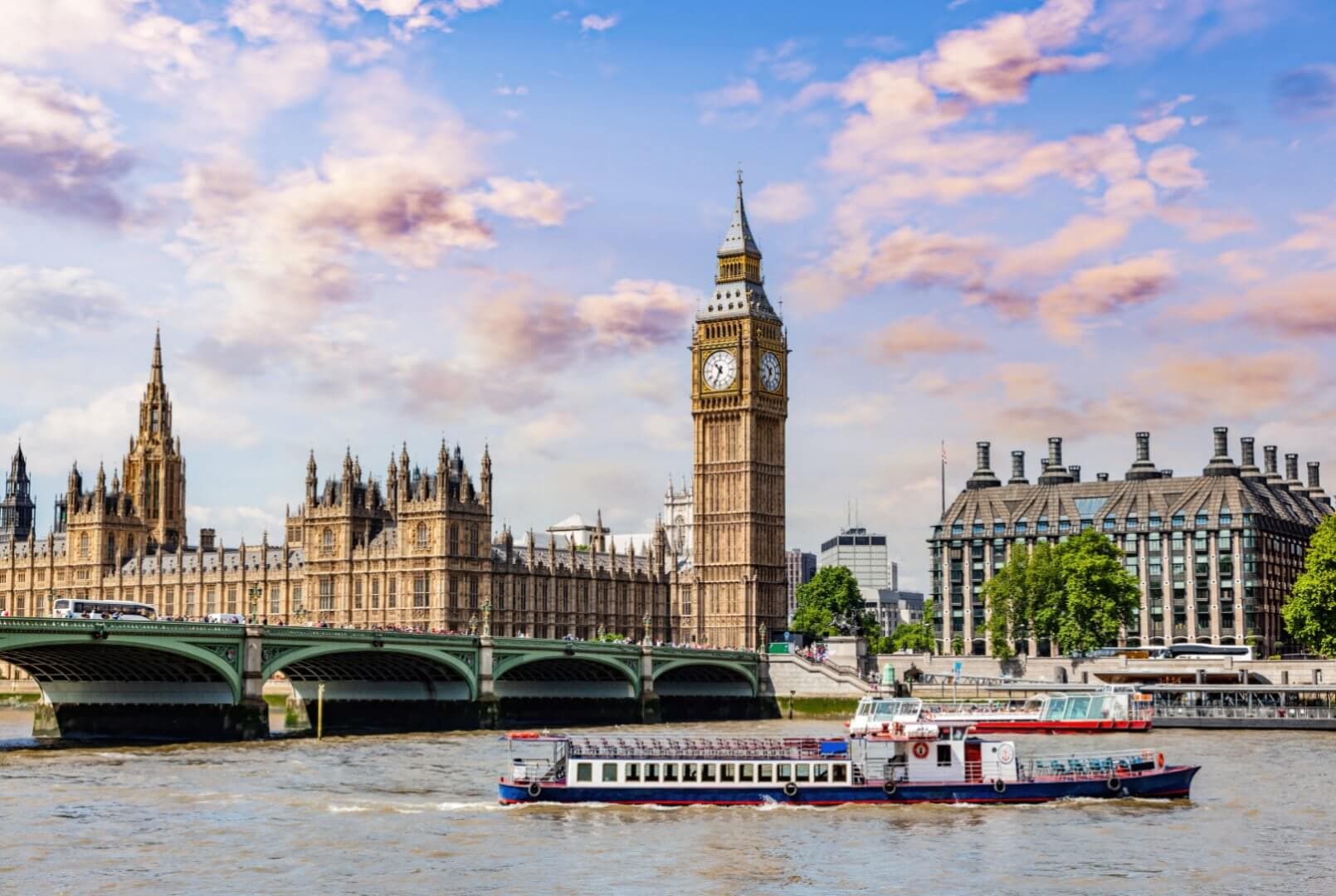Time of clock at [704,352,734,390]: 10:34
